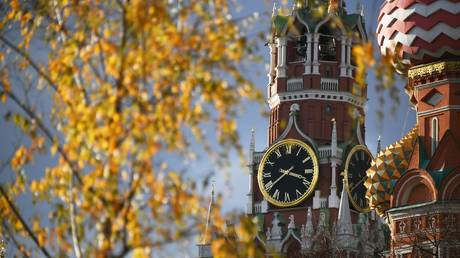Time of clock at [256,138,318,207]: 3:39
